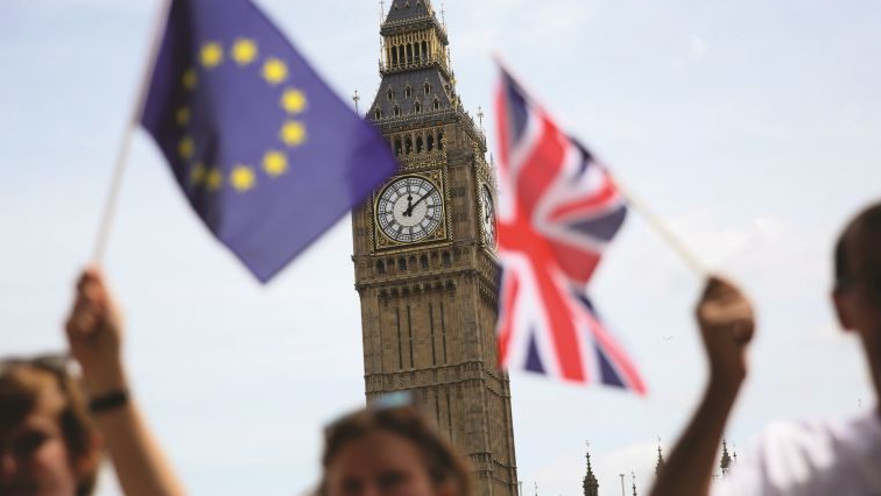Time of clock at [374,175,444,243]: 12:09
